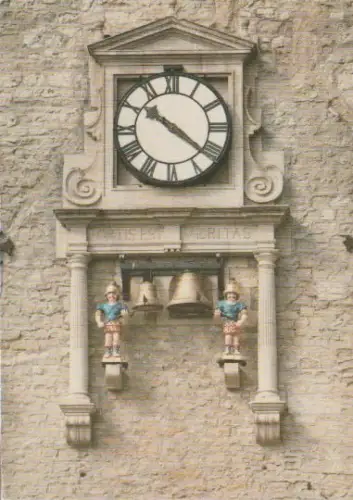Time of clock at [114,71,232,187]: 10:21
